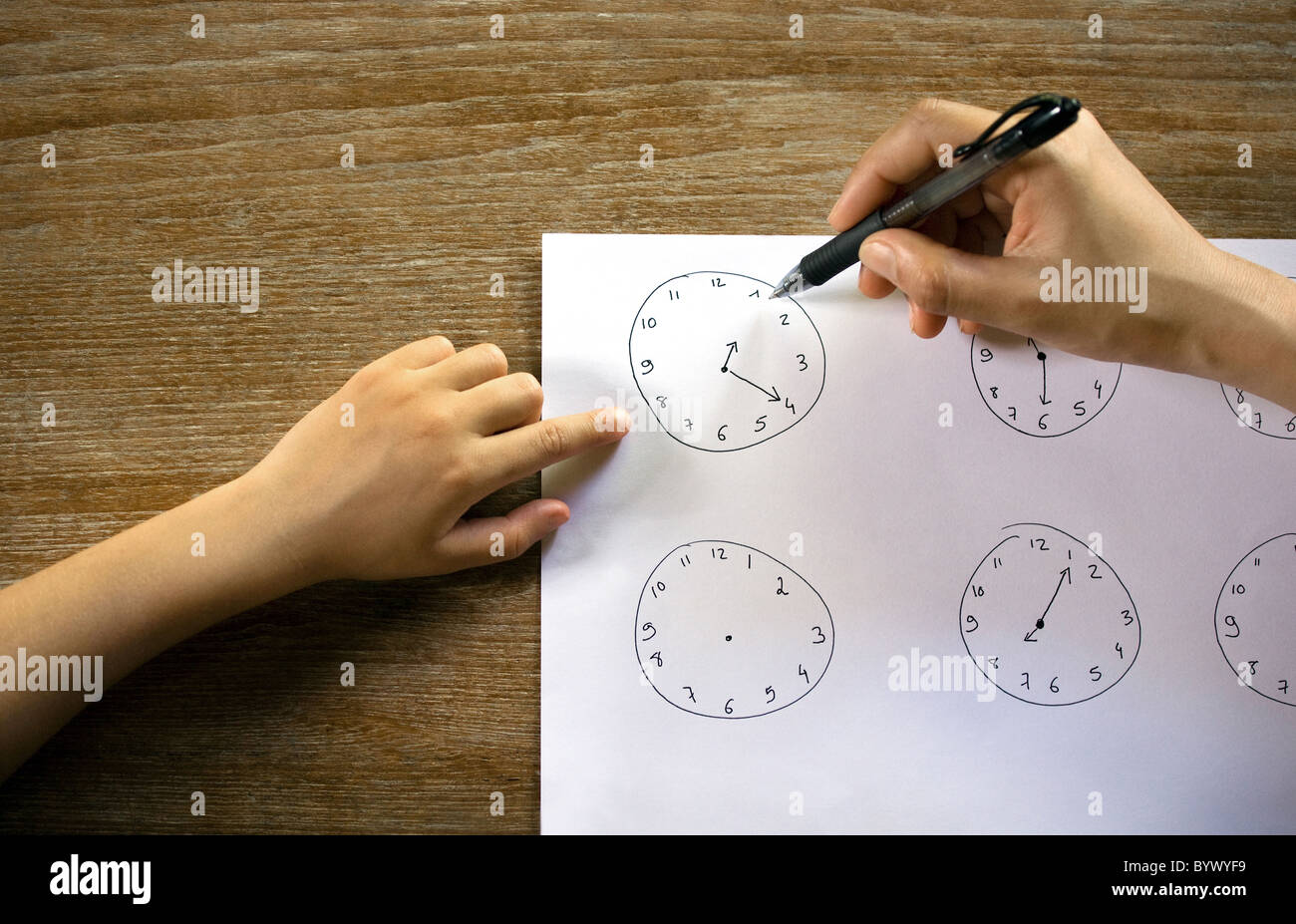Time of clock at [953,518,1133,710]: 1:06
